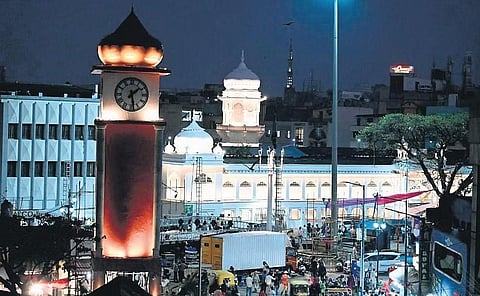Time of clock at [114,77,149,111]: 1:28
